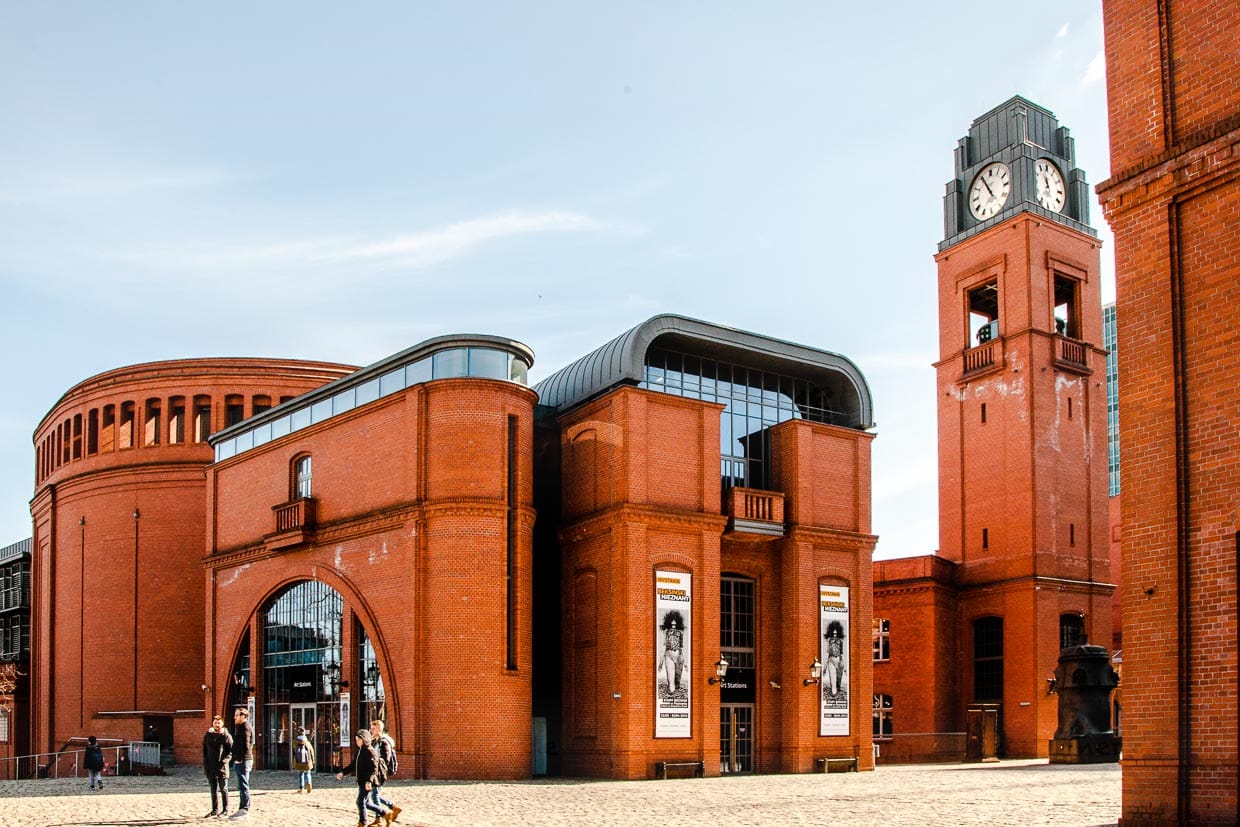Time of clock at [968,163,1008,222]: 10:55
